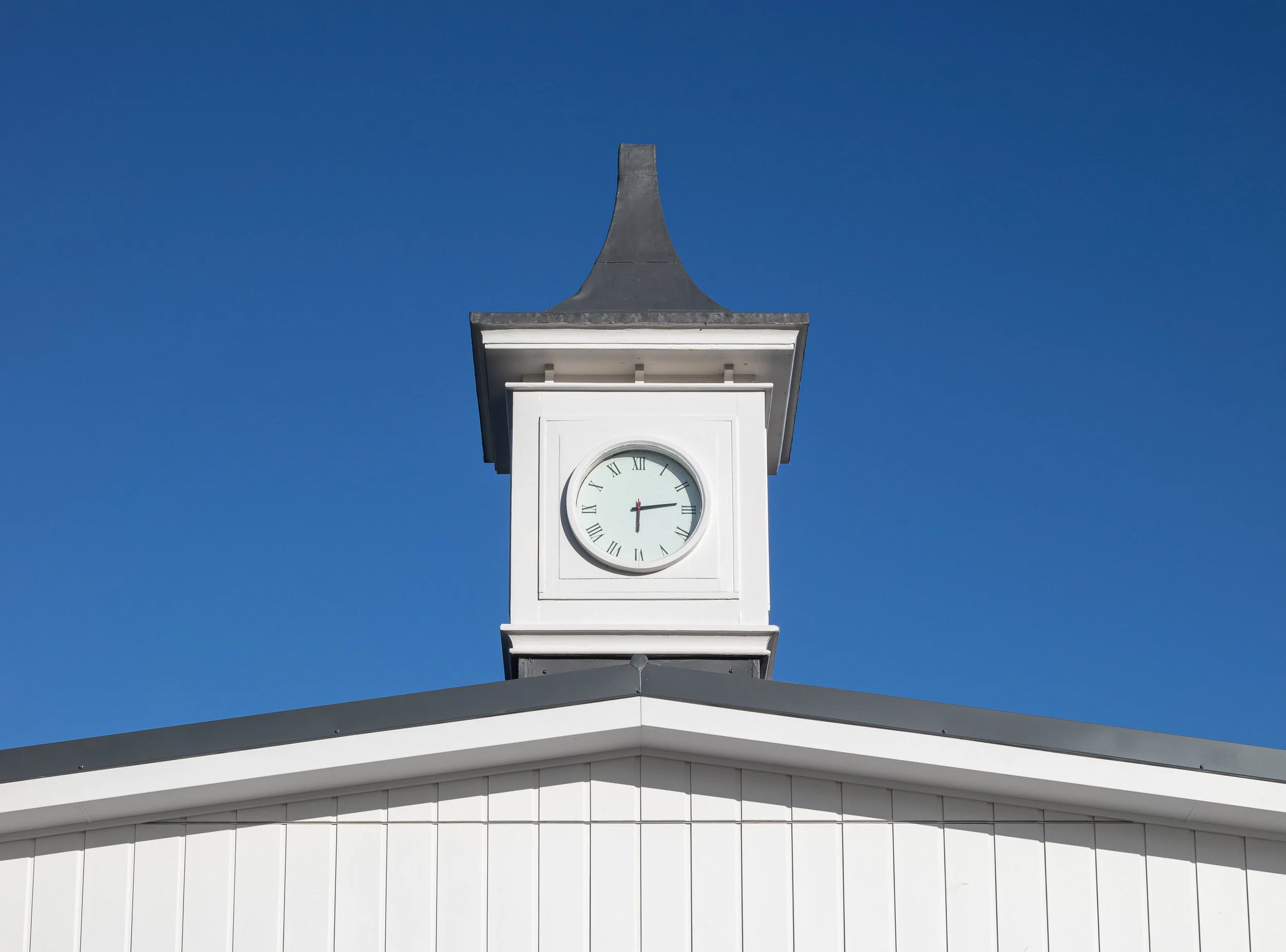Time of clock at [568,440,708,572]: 6:13
